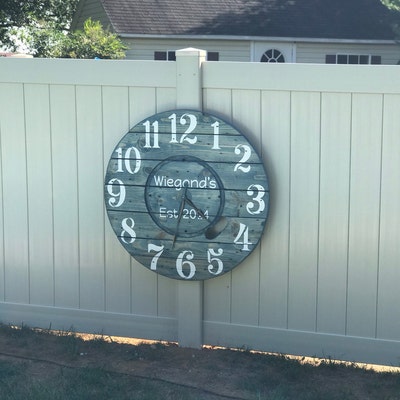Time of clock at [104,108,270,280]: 4:32
